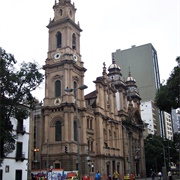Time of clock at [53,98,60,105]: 7:00
